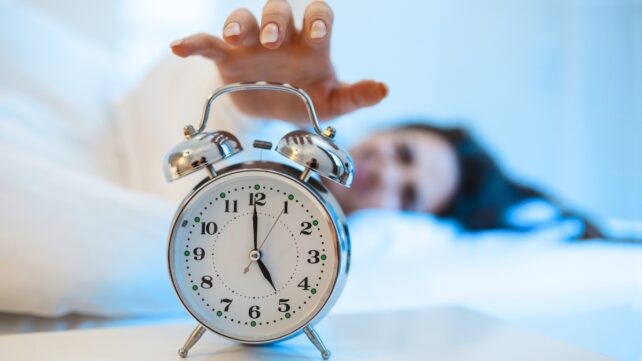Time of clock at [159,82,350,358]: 4:59
